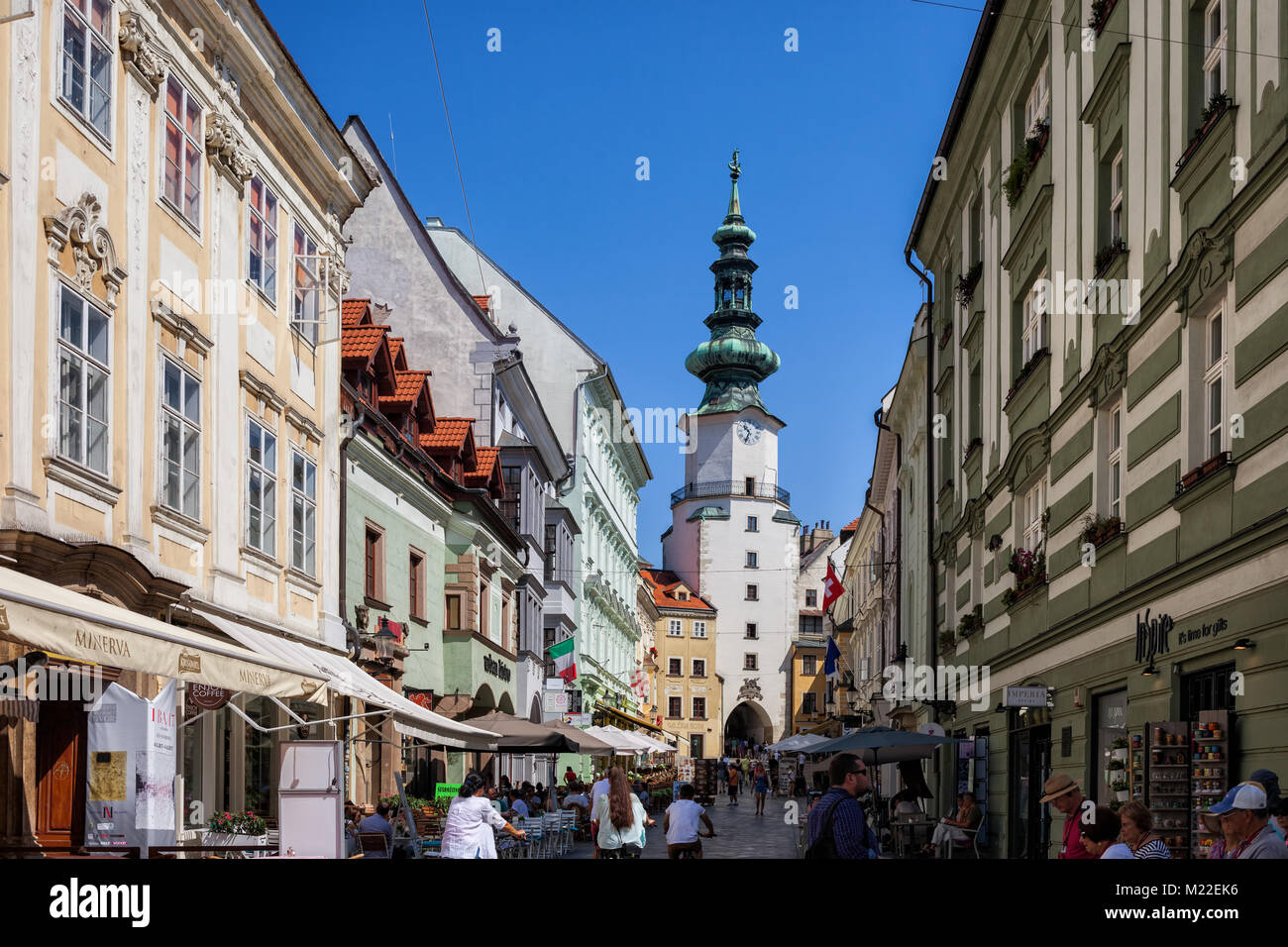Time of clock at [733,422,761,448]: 10:34
